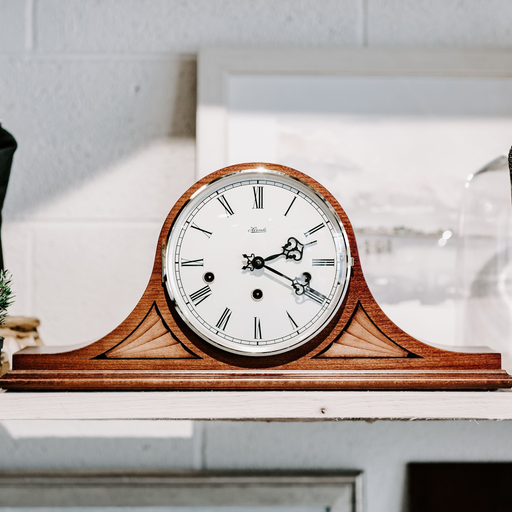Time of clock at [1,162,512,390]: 2:18
